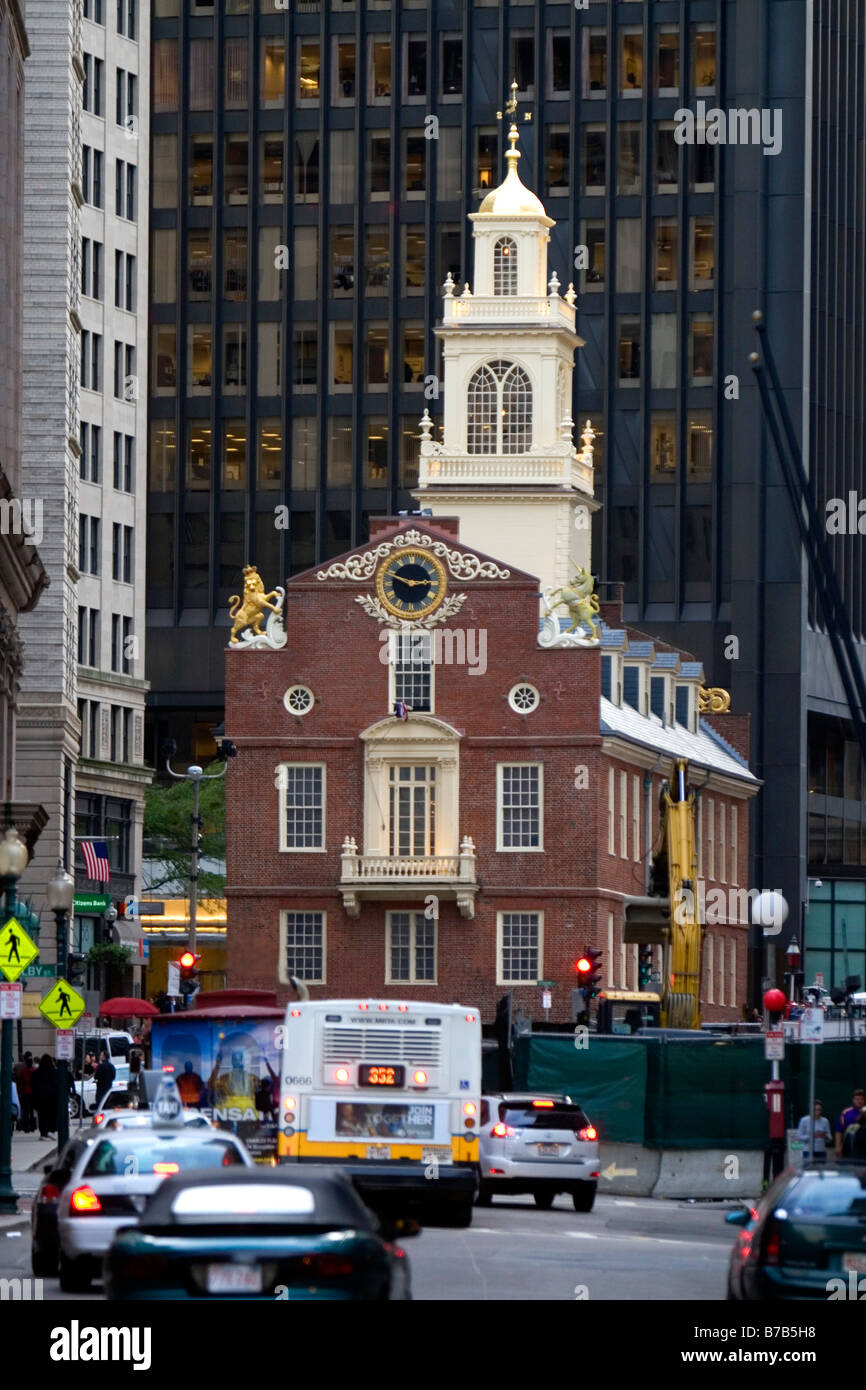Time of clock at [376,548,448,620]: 2:48
